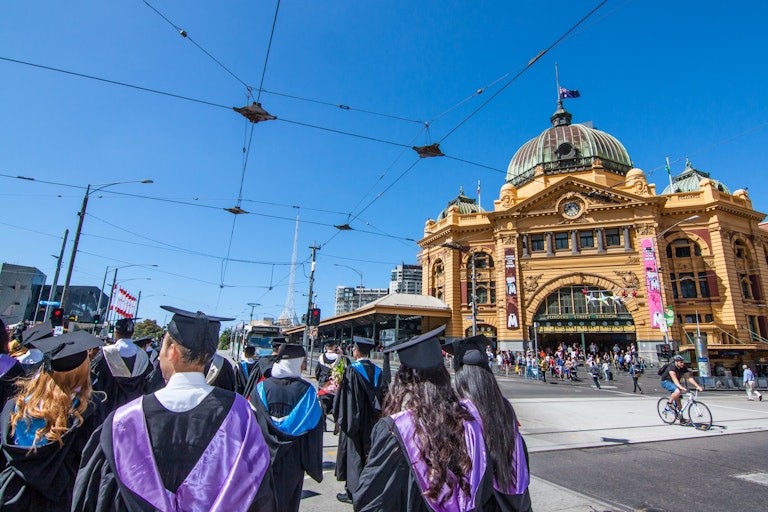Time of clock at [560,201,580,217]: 10:42
